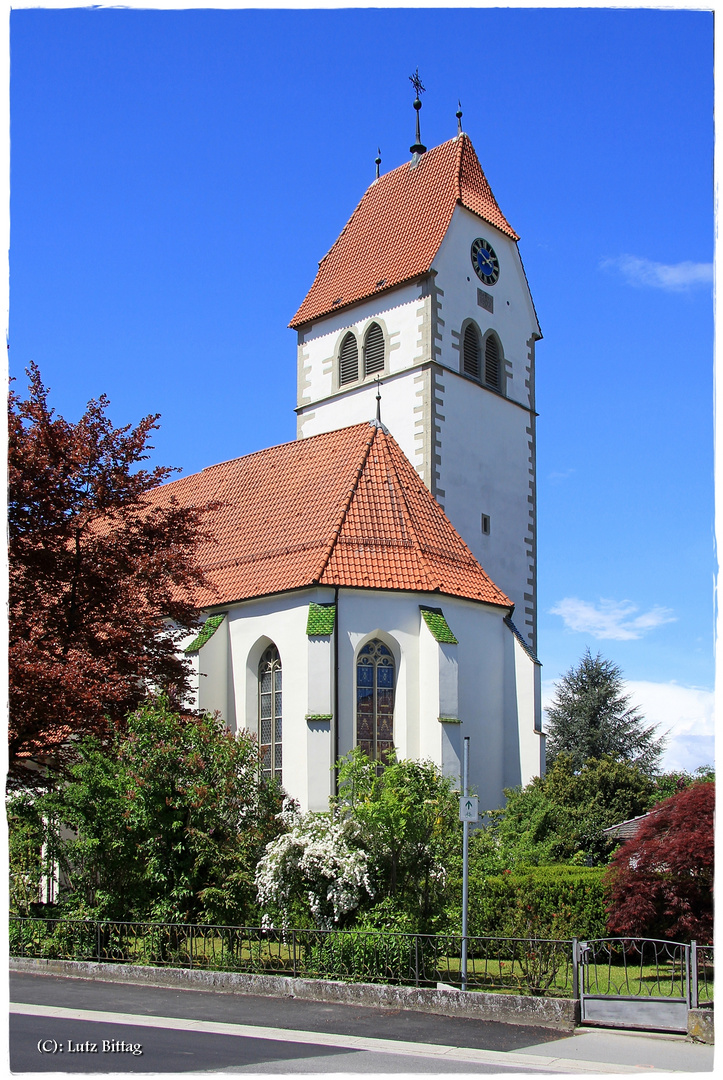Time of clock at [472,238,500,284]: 1:50
